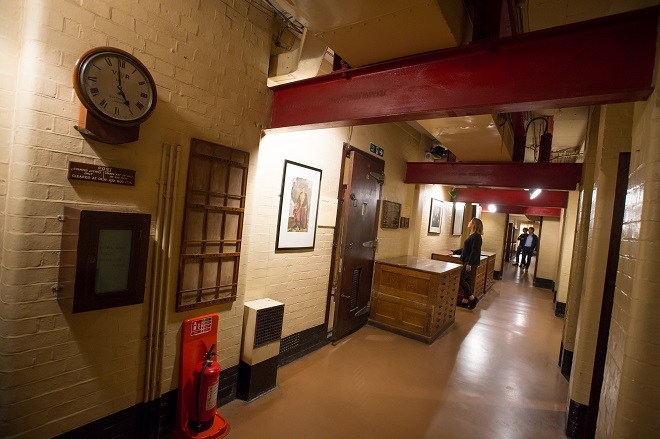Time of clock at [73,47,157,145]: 4:59
